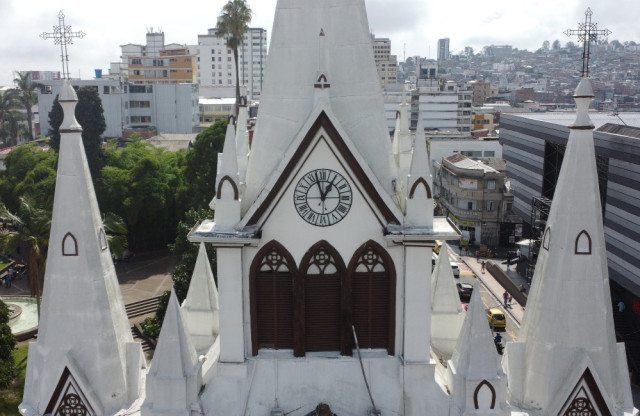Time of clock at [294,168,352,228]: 12:57
